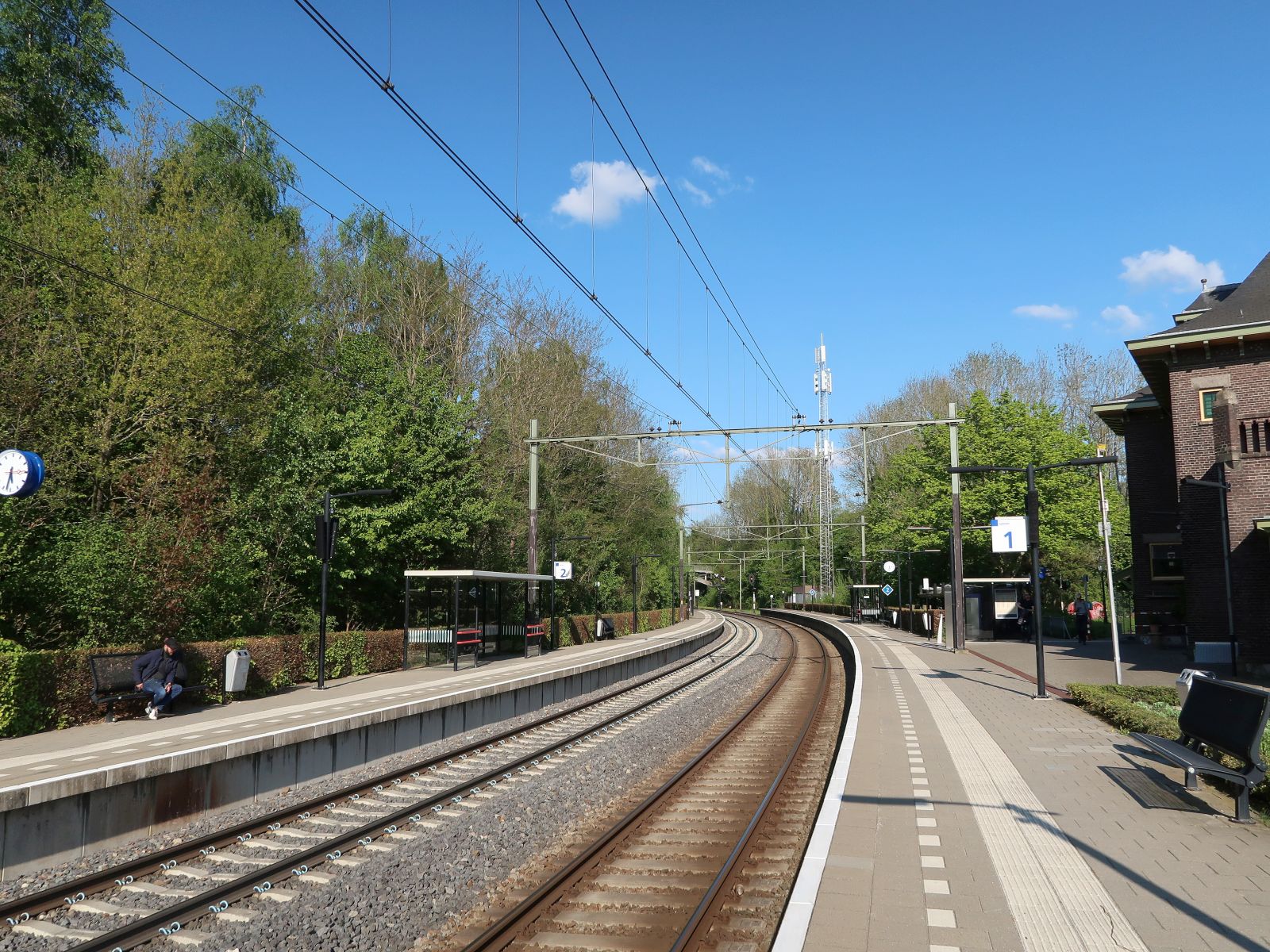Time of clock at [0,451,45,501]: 5:32
